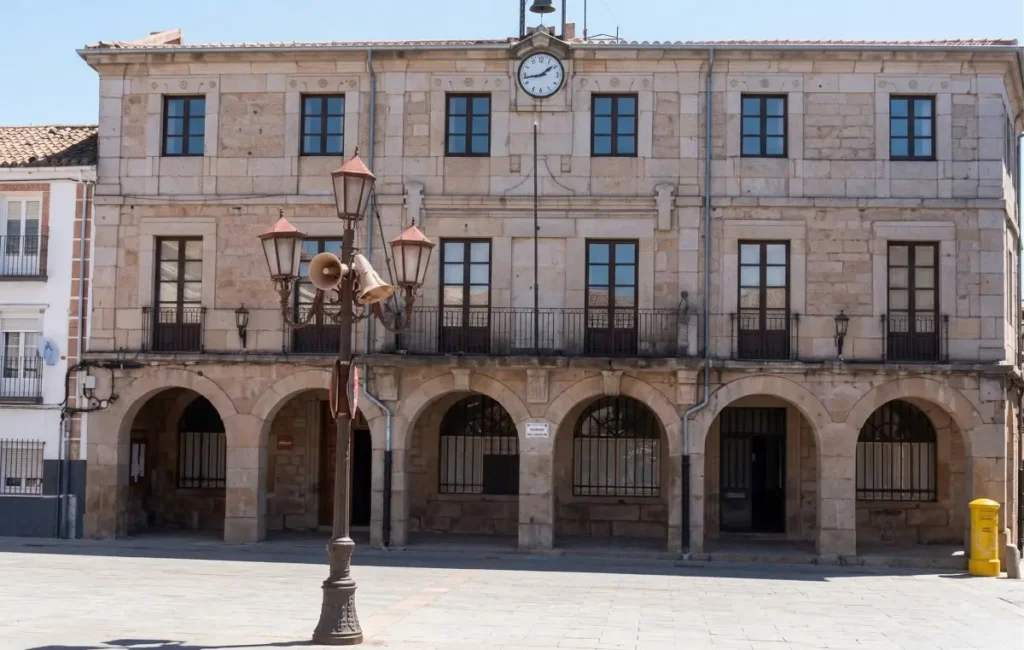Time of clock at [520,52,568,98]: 1:43
